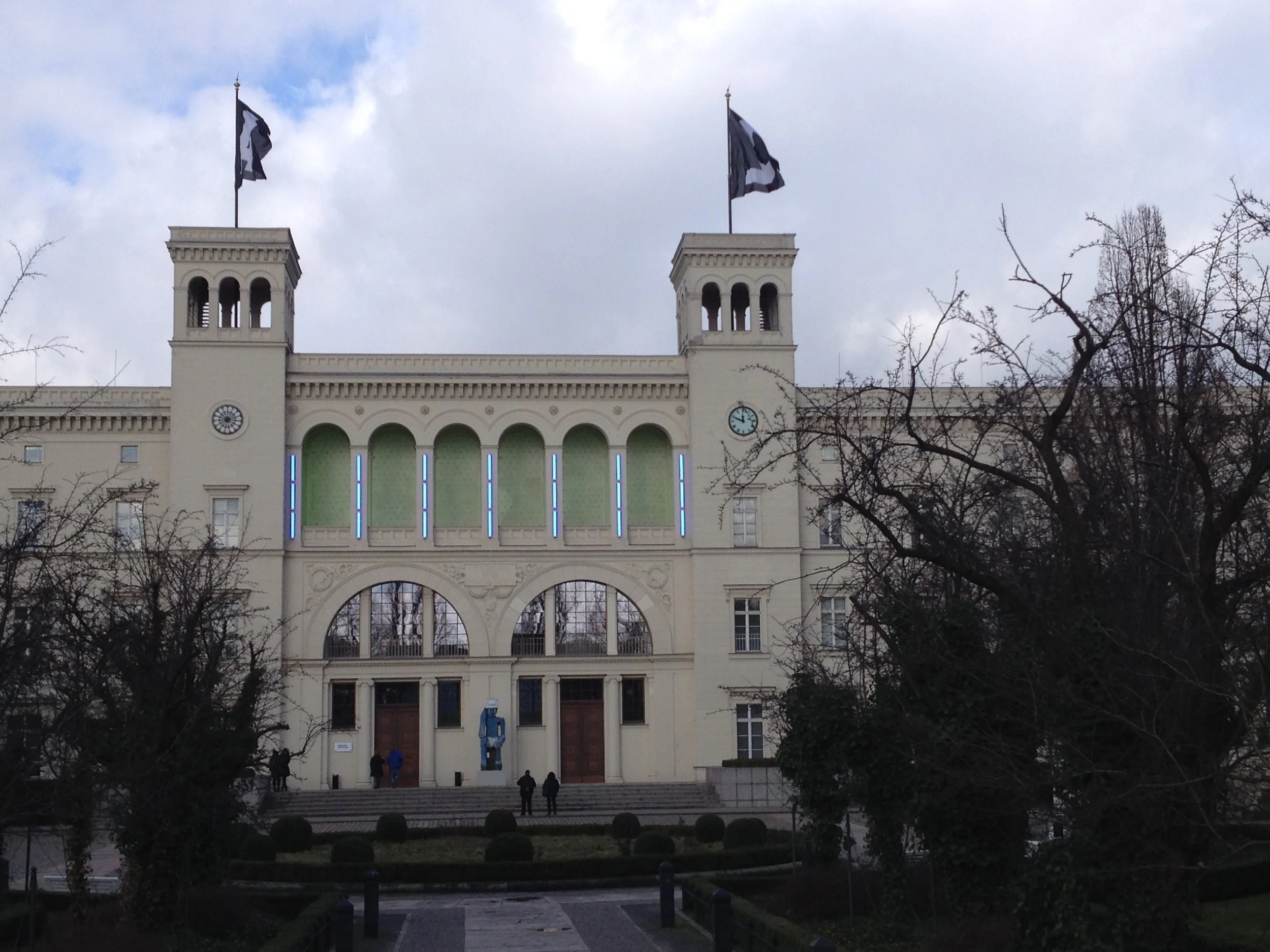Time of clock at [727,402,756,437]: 11:48
